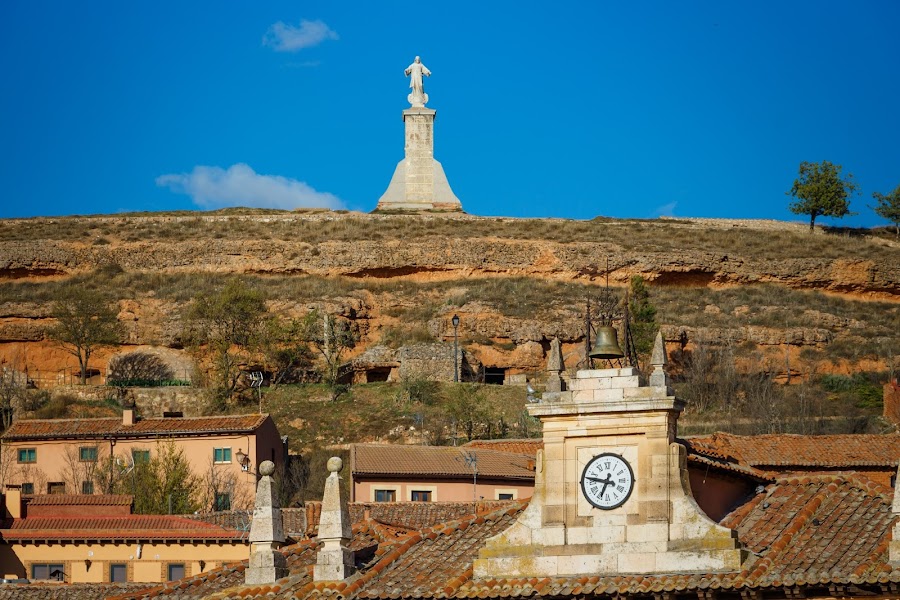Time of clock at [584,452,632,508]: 6:46
